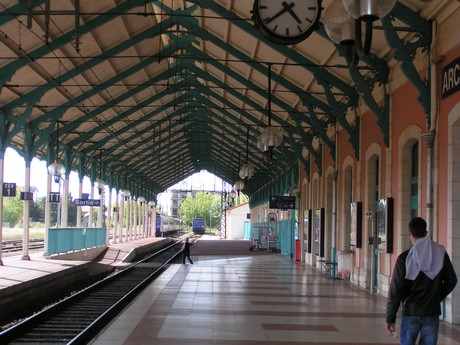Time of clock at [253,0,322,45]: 4:38
